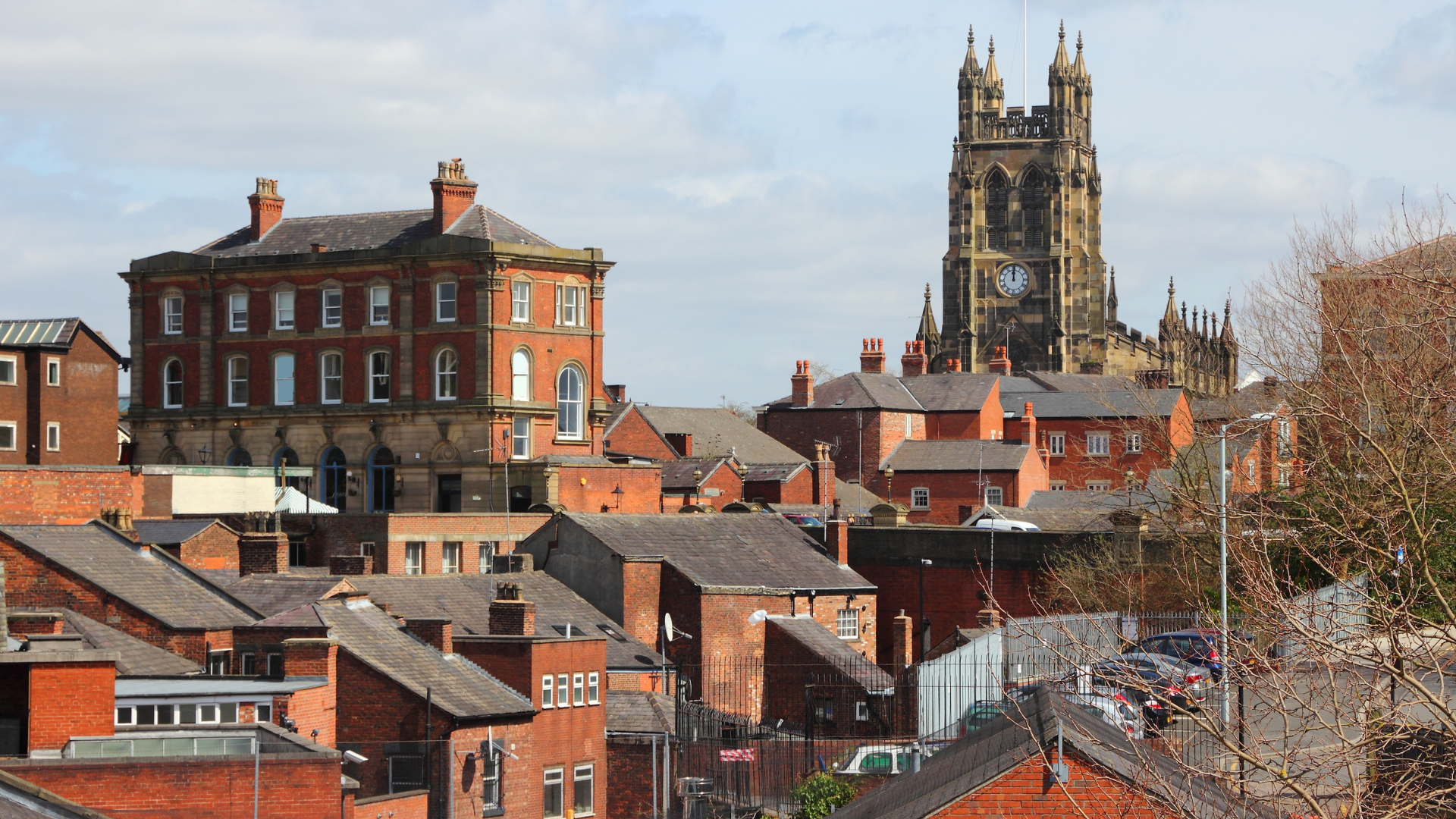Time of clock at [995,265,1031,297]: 12:00
